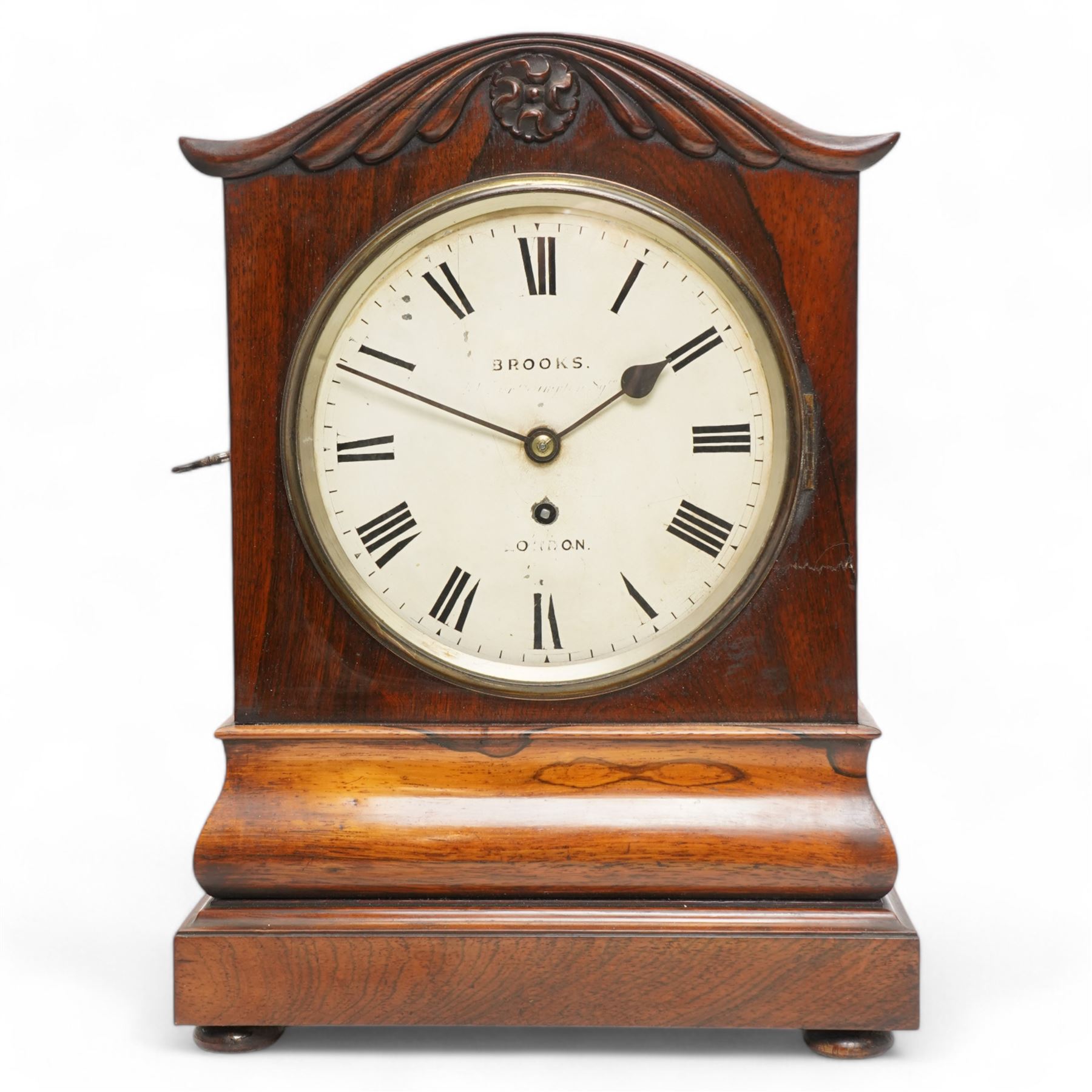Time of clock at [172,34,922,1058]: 1:49
